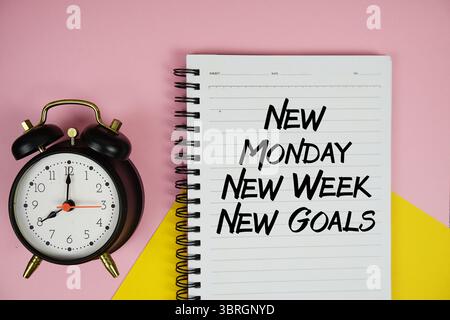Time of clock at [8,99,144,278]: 8:00
